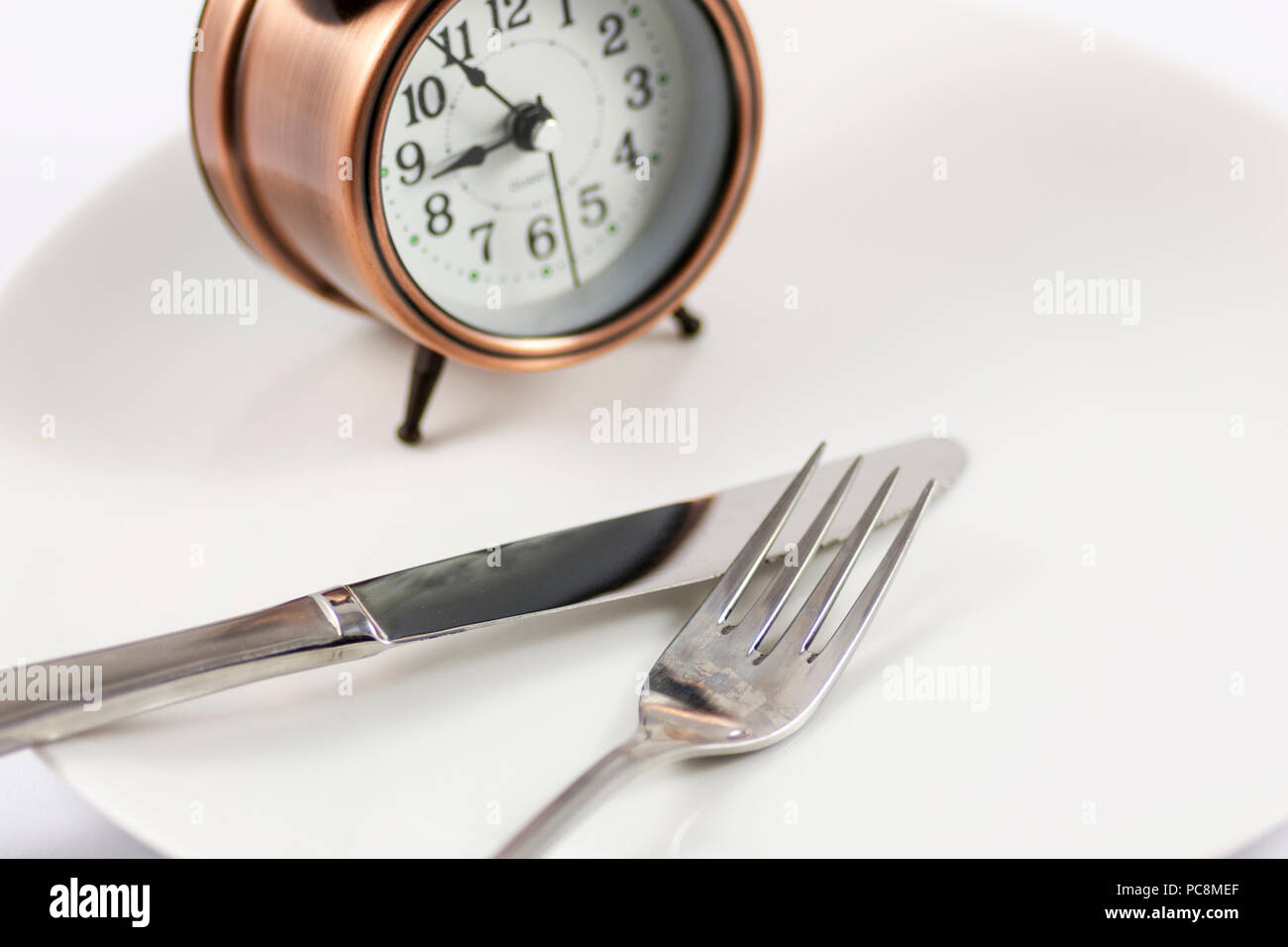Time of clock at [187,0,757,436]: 8:53
